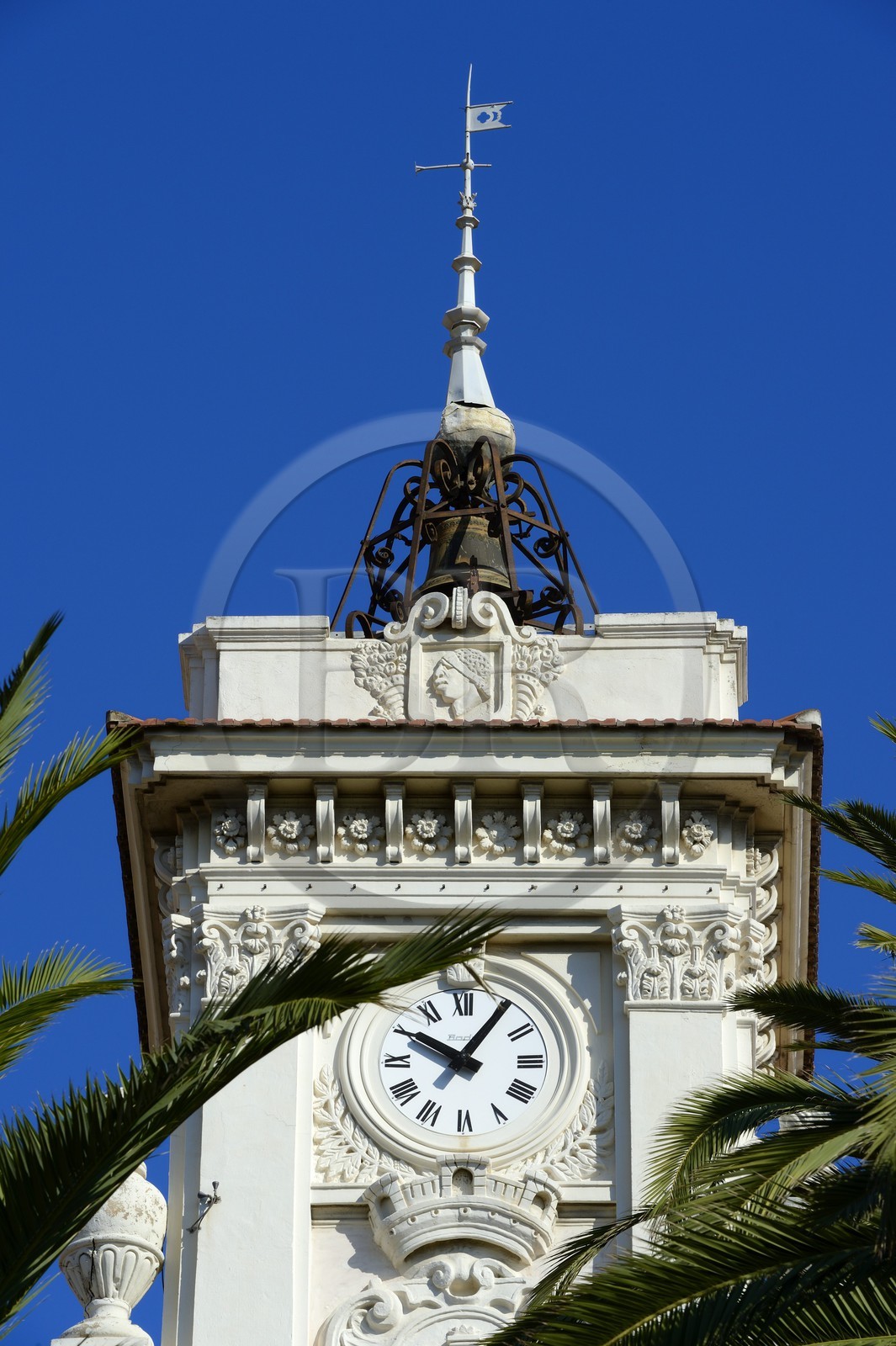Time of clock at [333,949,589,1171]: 10:05
